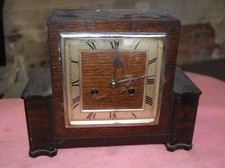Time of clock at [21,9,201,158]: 12:13
